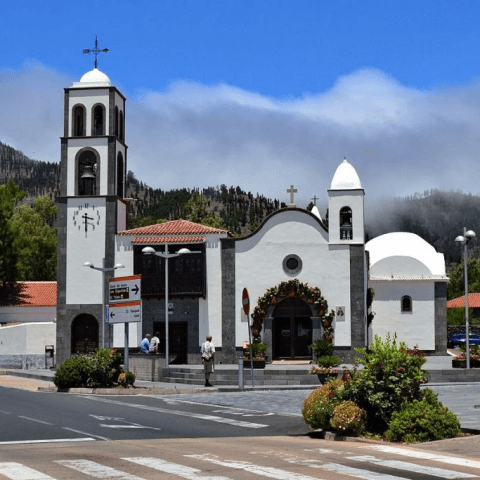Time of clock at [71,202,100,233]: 3:29
